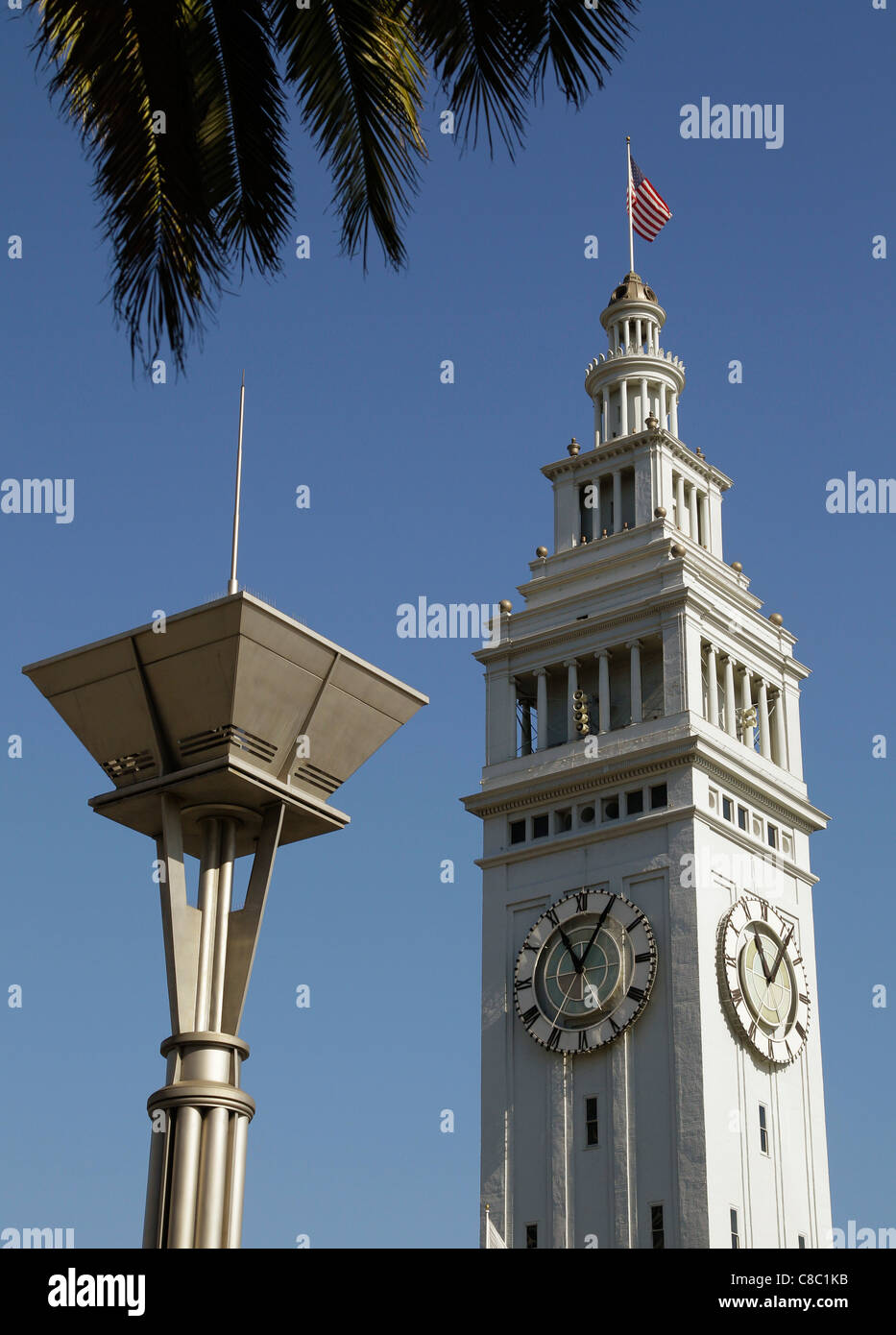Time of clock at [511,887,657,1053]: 11:04
